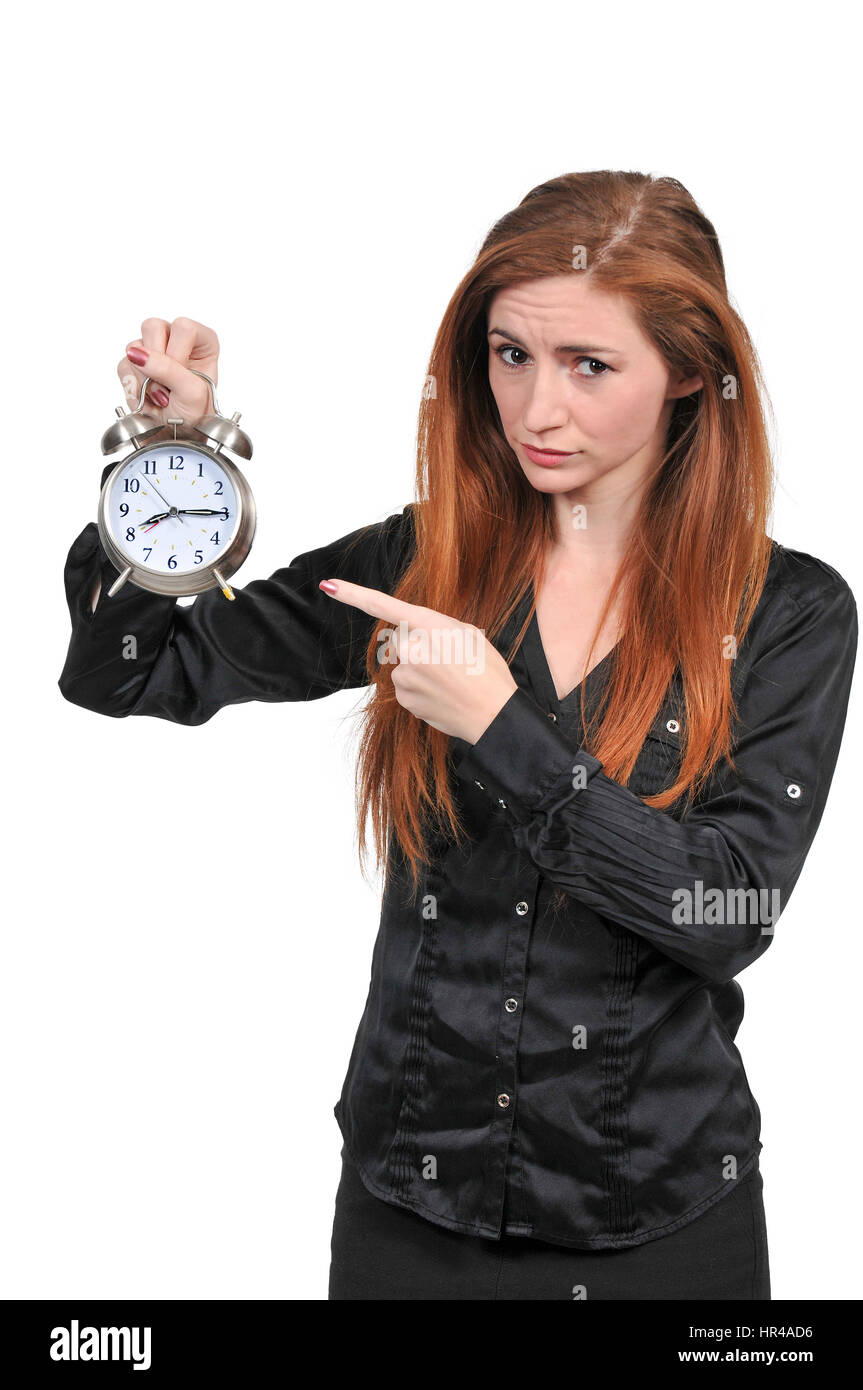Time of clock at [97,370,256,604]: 8:14
